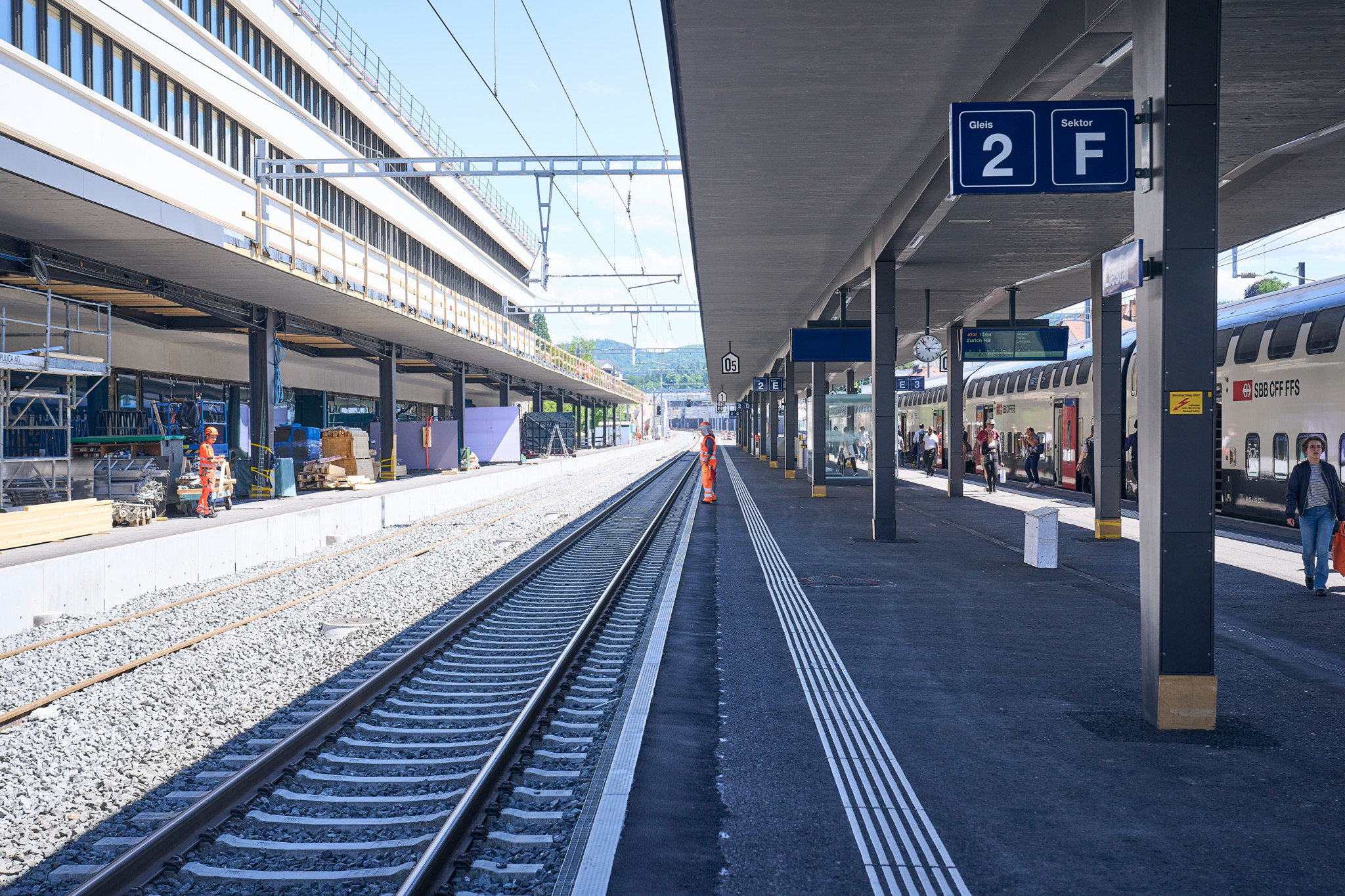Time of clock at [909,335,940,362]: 2:53
